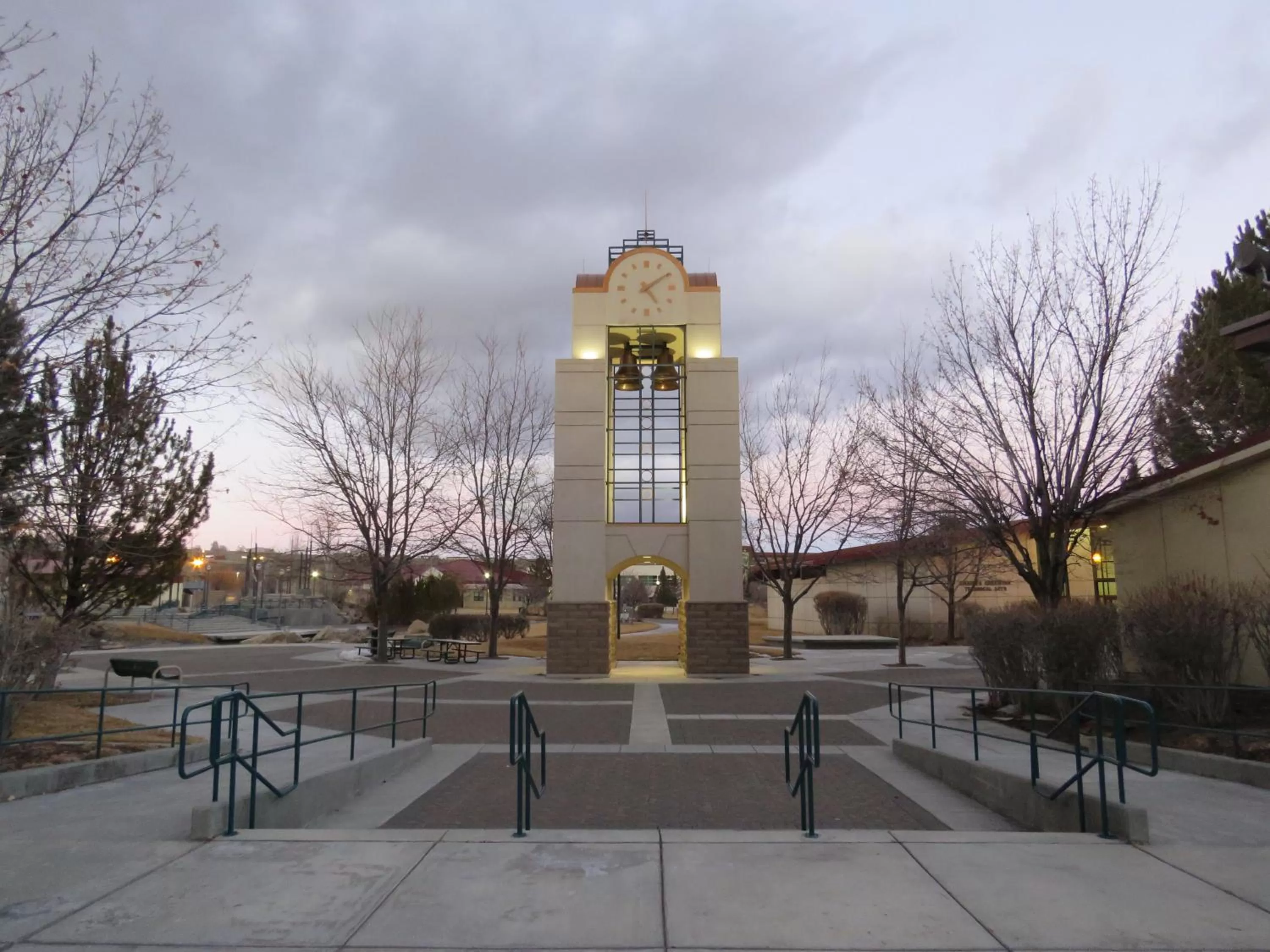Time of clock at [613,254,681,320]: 5:09
